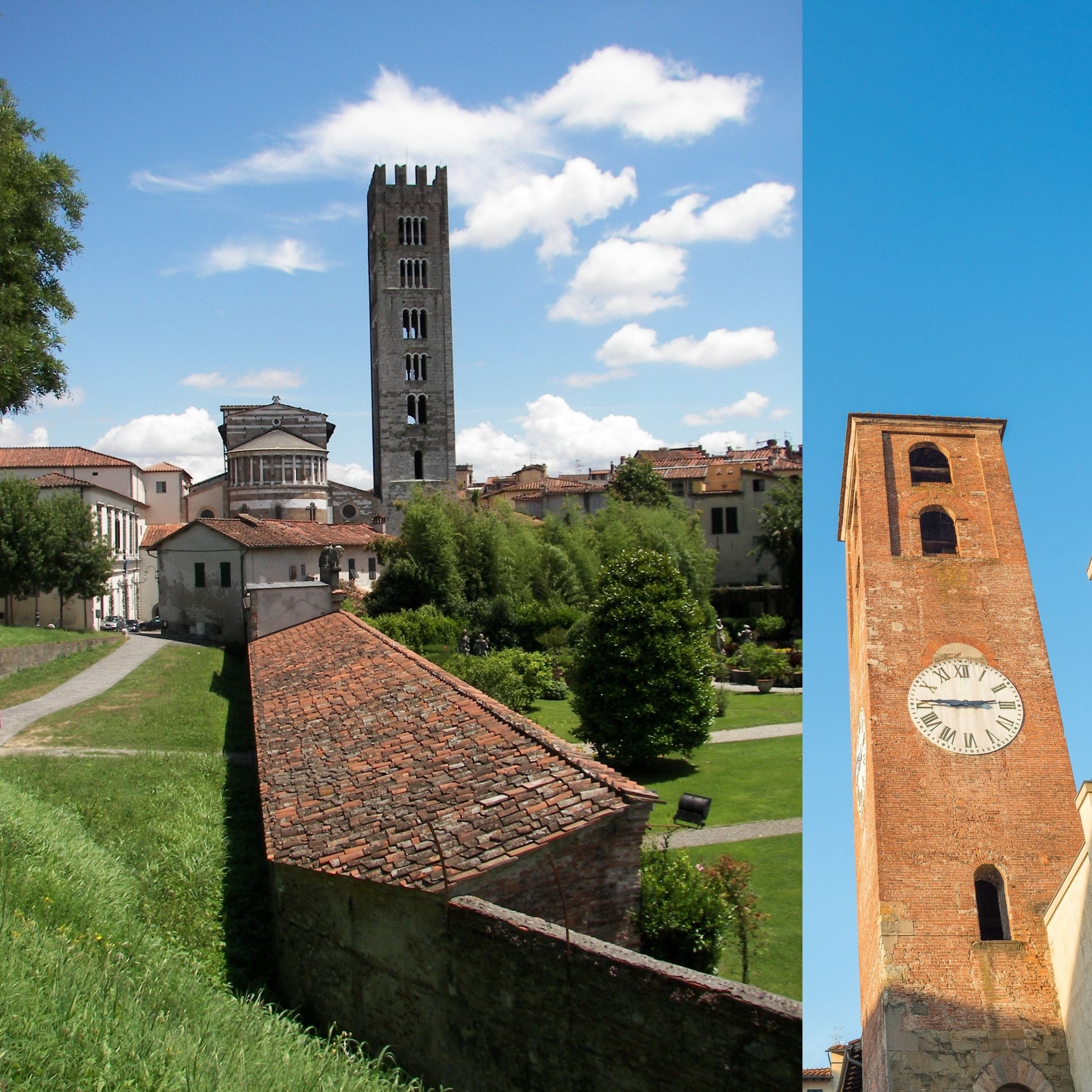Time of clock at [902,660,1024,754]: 2:45
